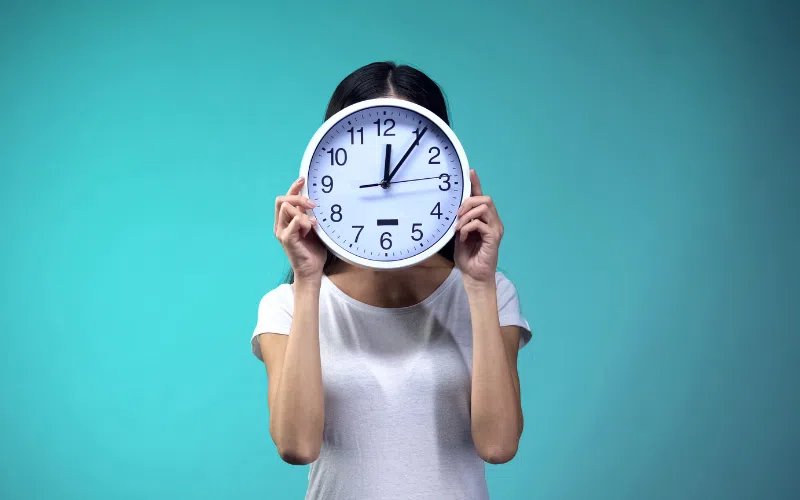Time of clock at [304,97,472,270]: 12:06
